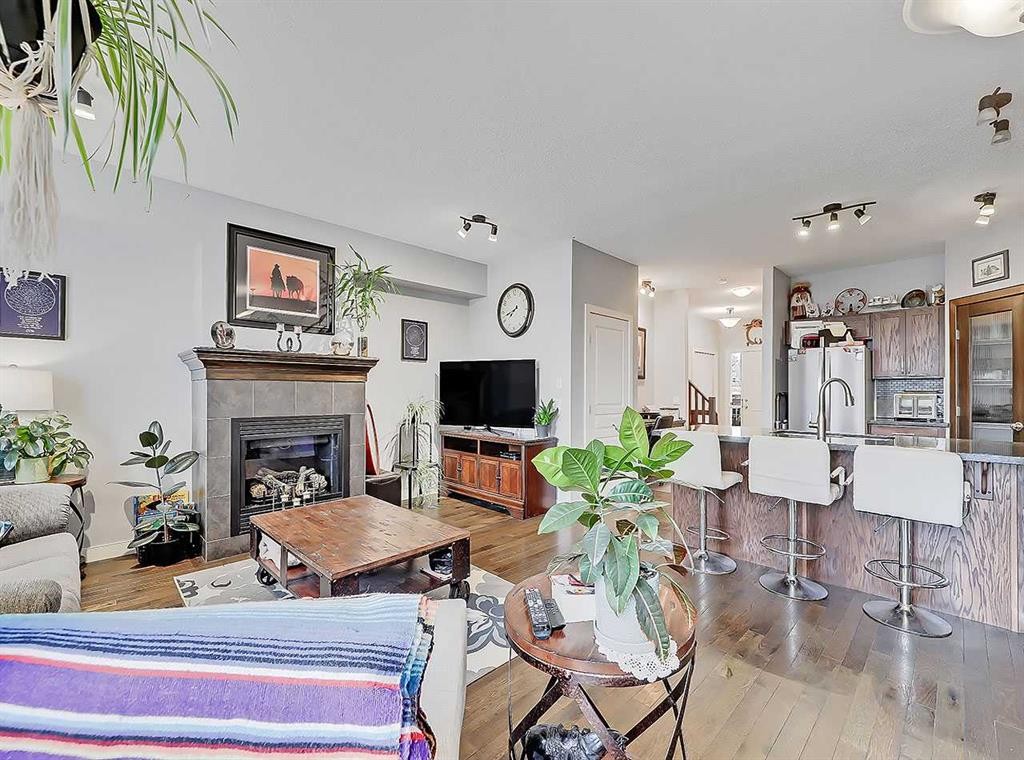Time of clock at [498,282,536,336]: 7:42
